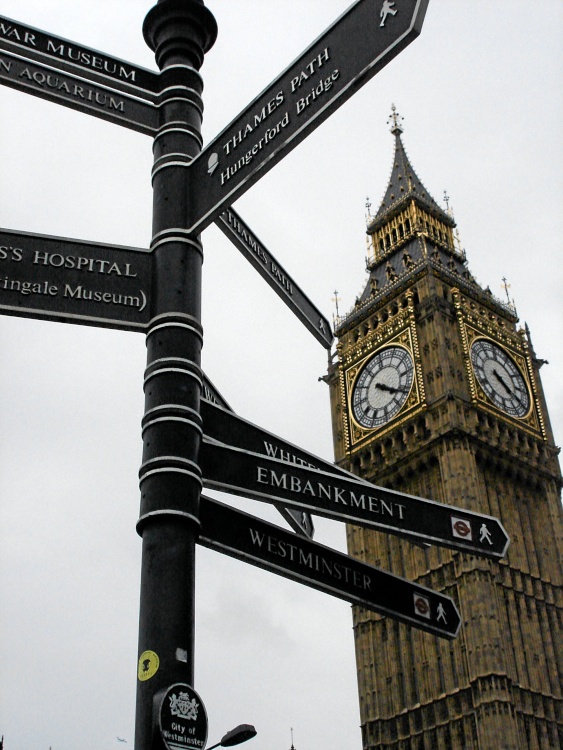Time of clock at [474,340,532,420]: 4:20
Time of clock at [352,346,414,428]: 4:20
